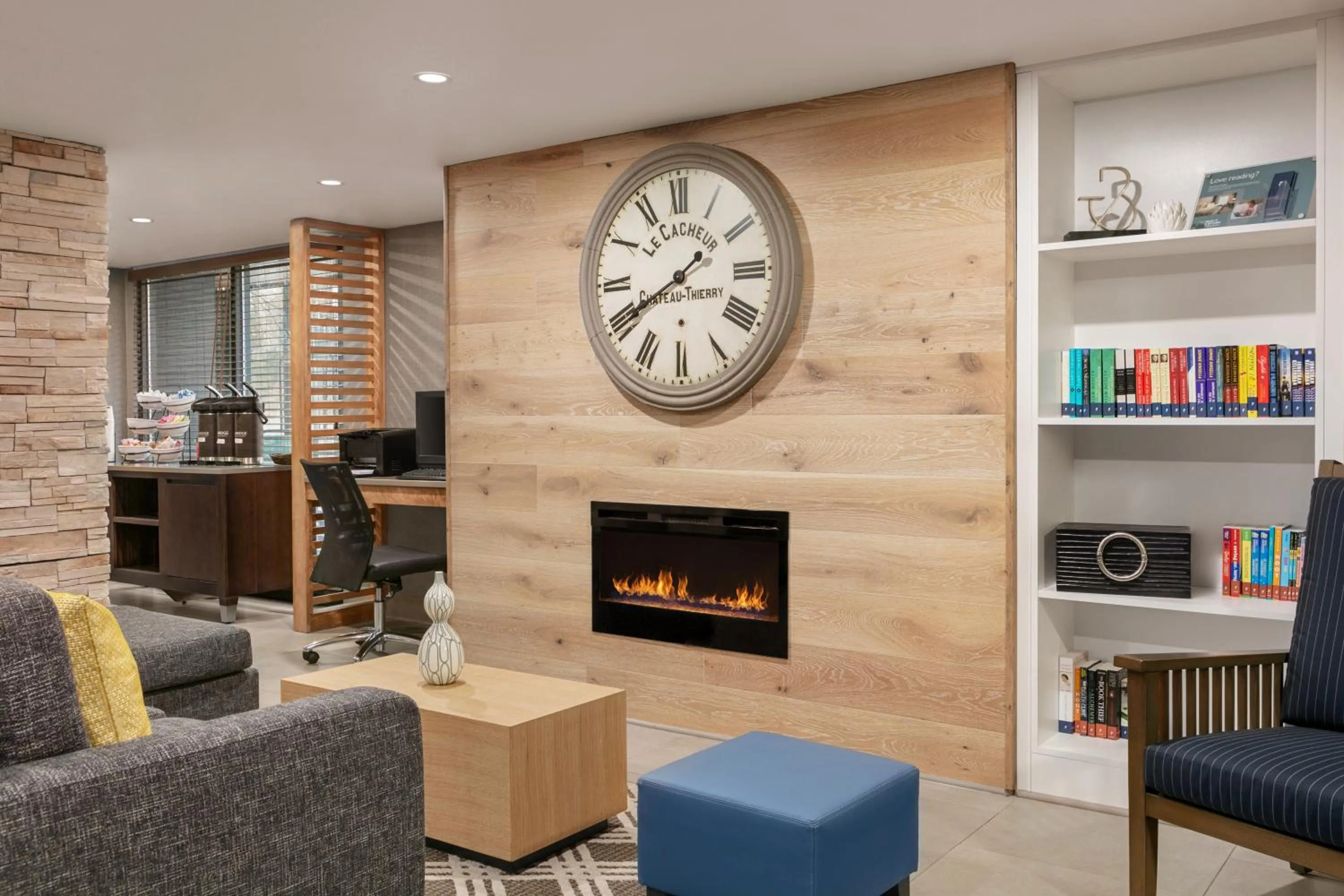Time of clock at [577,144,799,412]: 1:40
